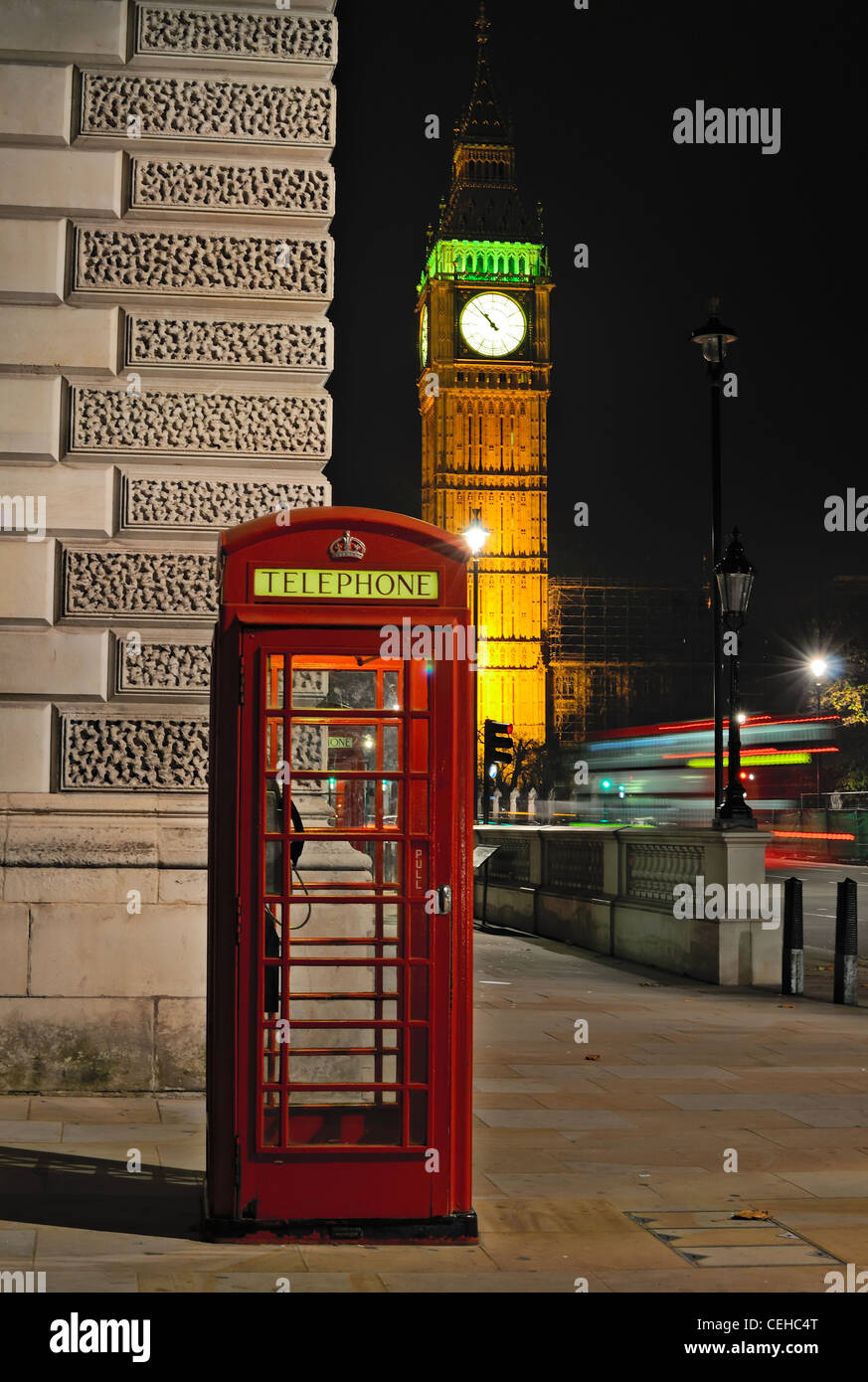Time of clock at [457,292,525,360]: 10:52
